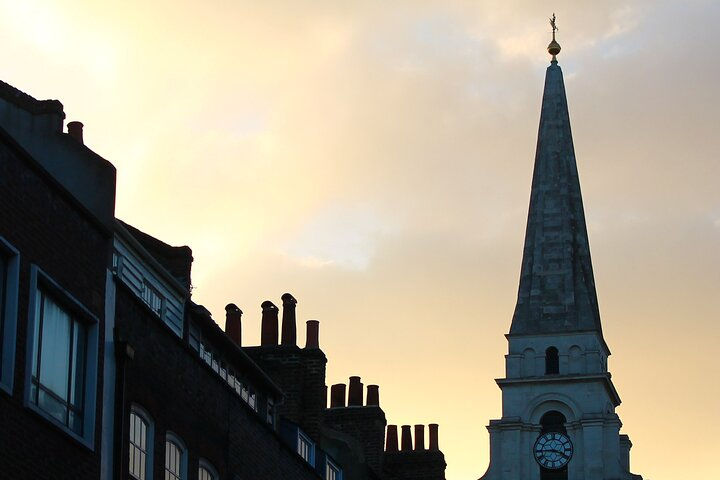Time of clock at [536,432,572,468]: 3:44
